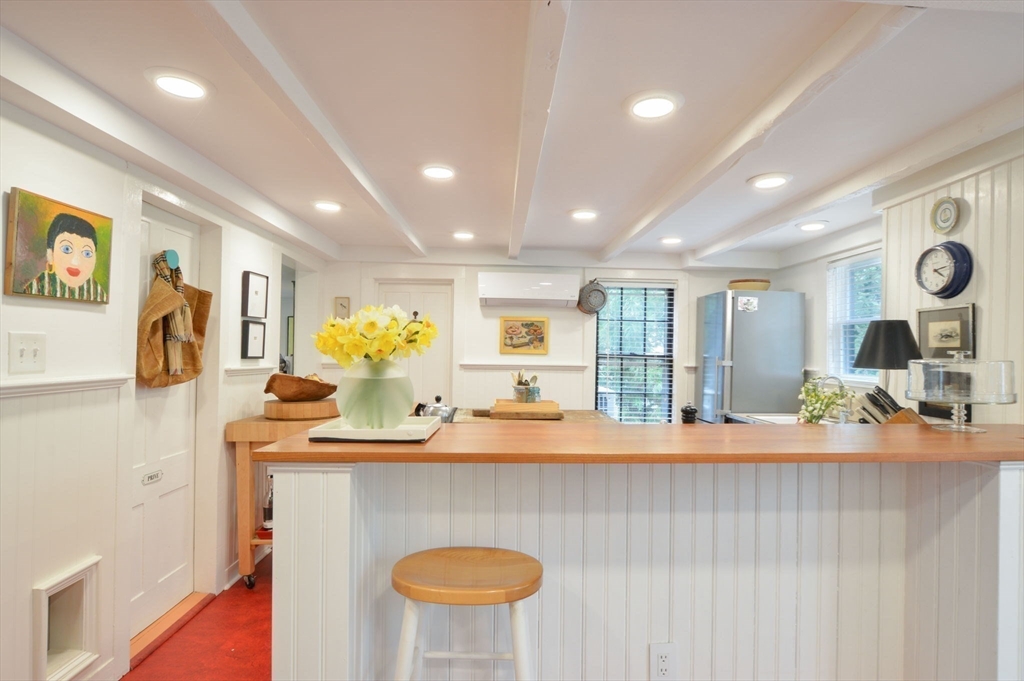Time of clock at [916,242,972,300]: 4:13
